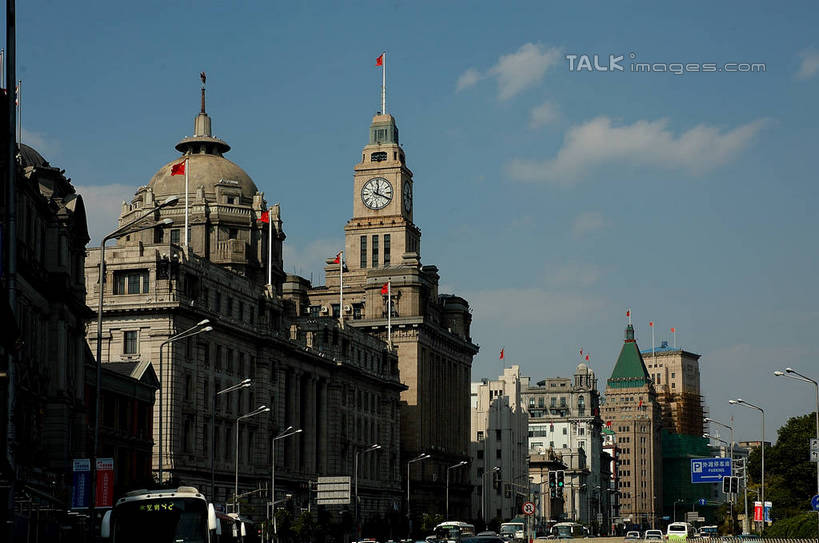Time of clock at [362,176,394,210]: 12:18
